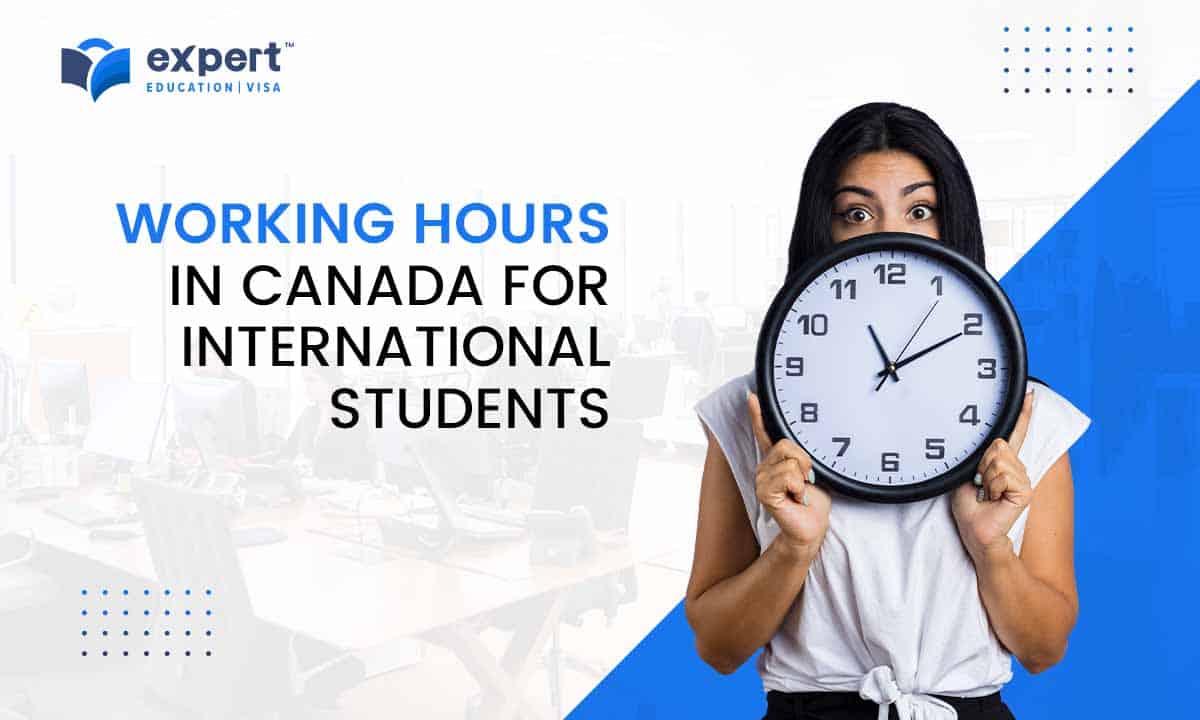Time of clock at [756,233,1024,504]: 11:10
